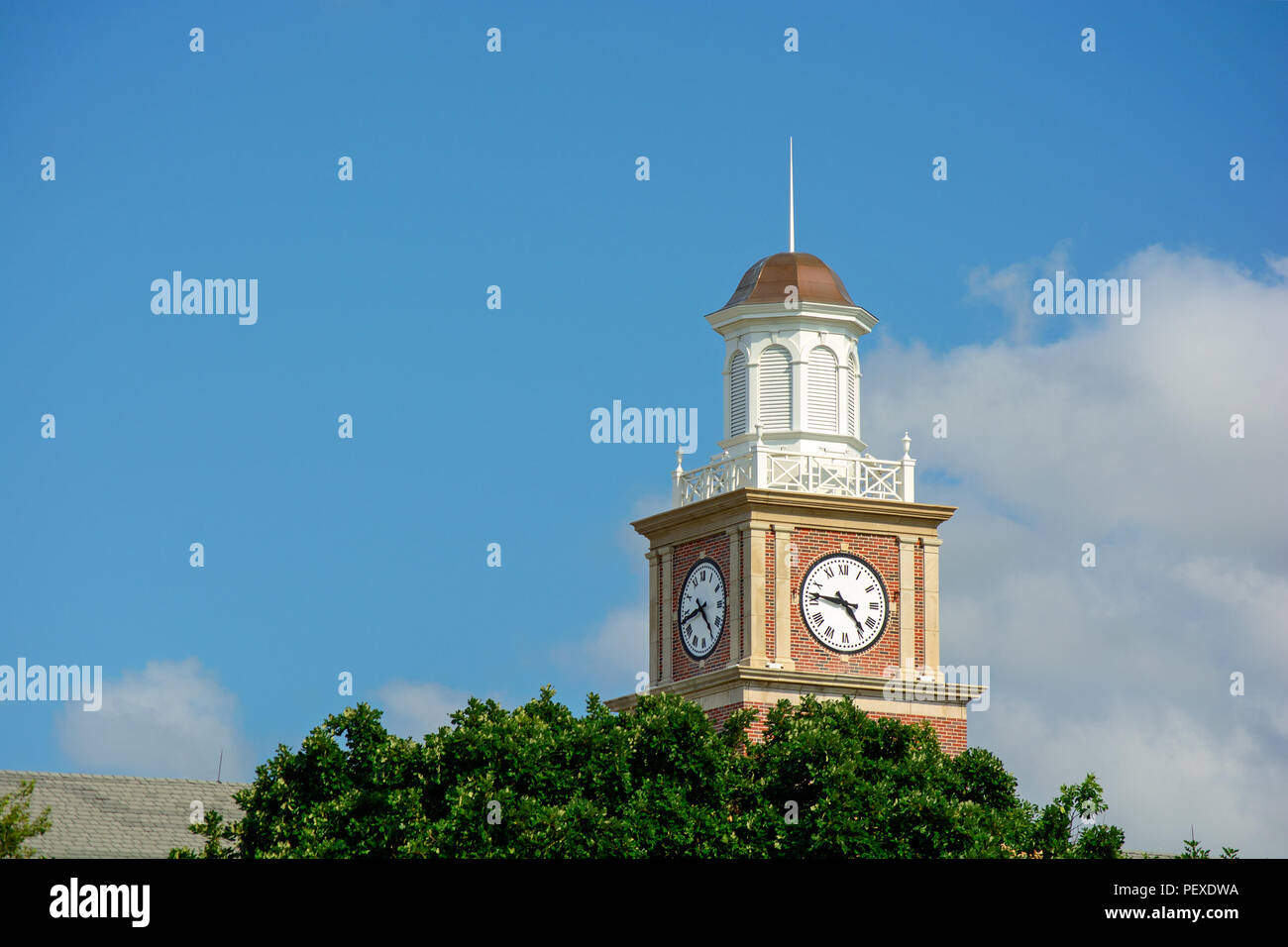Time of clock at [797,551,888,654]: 4:46
